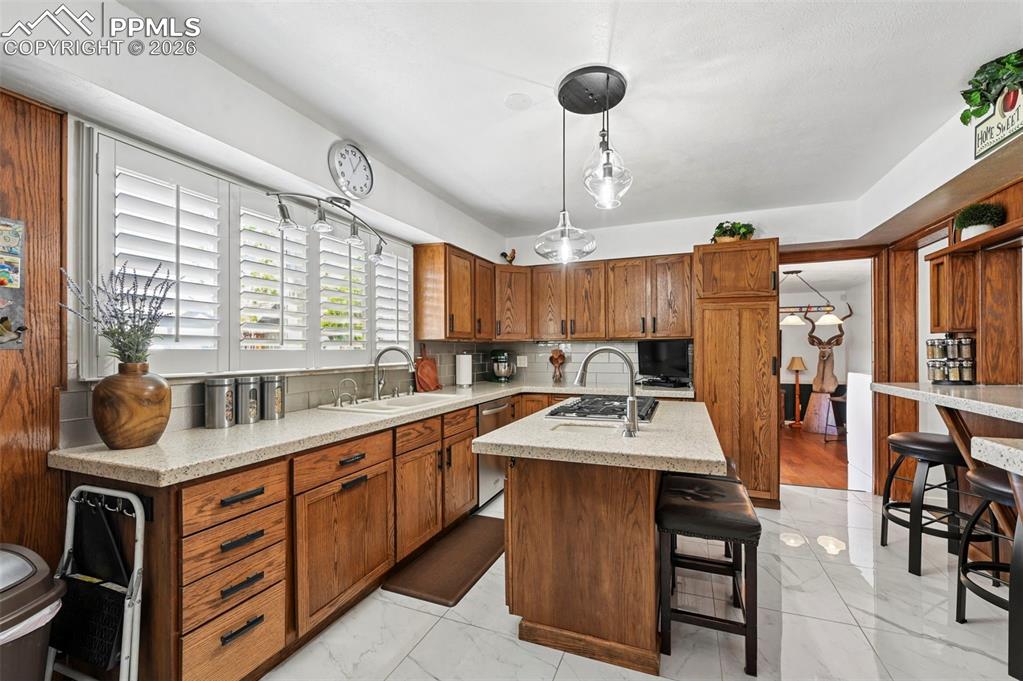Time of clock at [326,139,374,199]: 11:05
